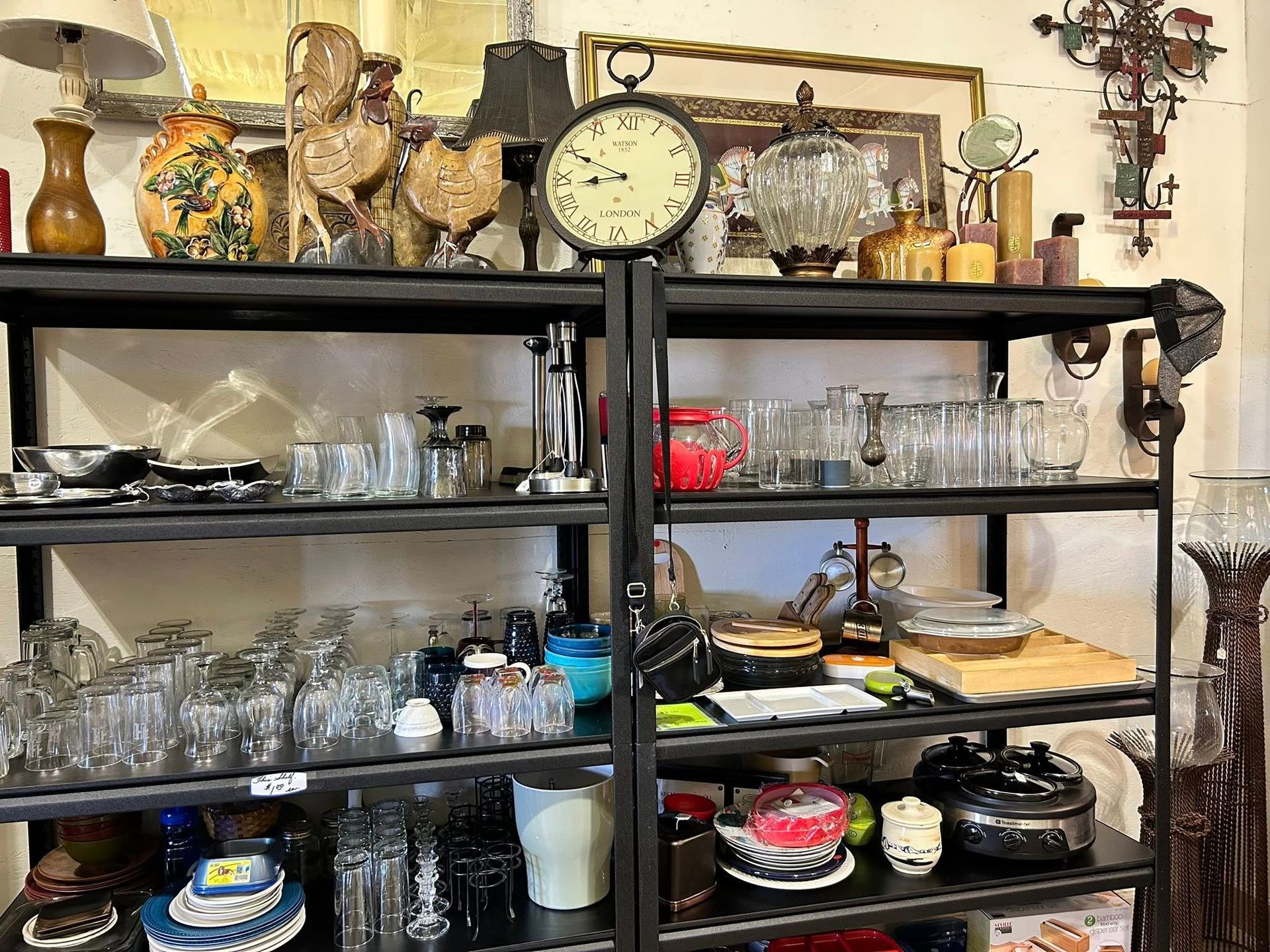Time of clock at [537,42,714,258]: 8:49
